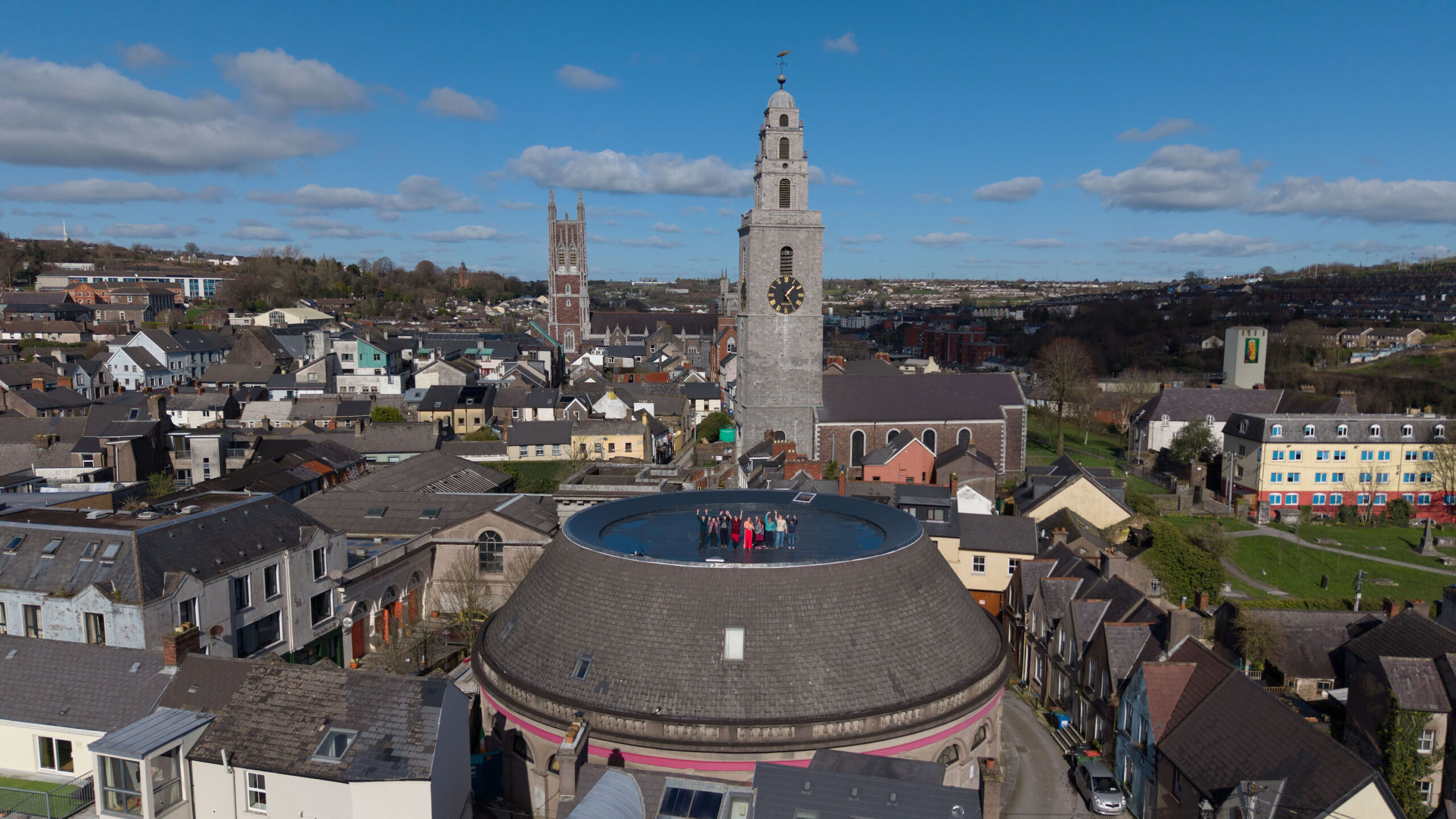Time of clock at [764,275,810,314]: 1:24
